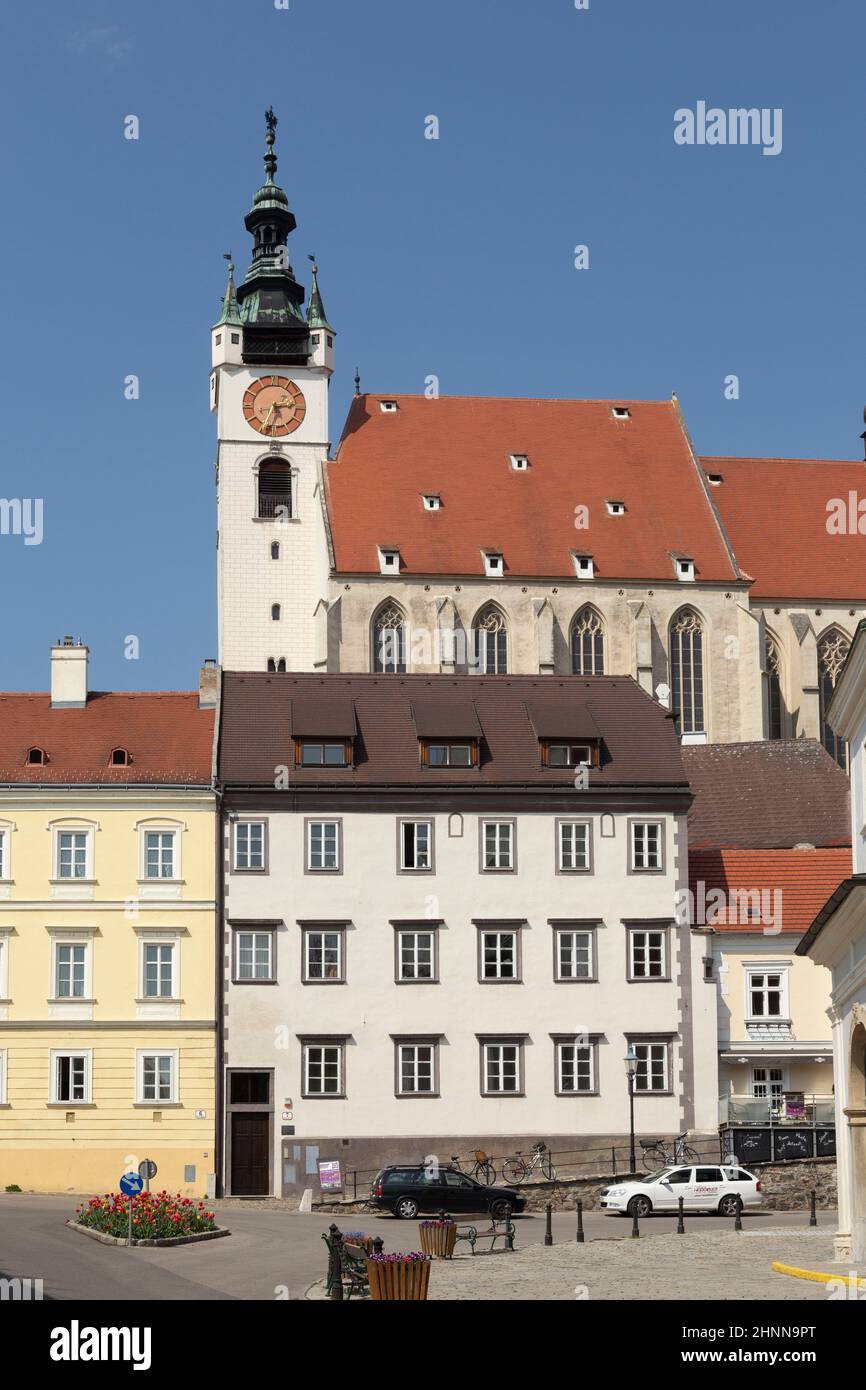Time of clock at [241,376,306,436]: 2:34
